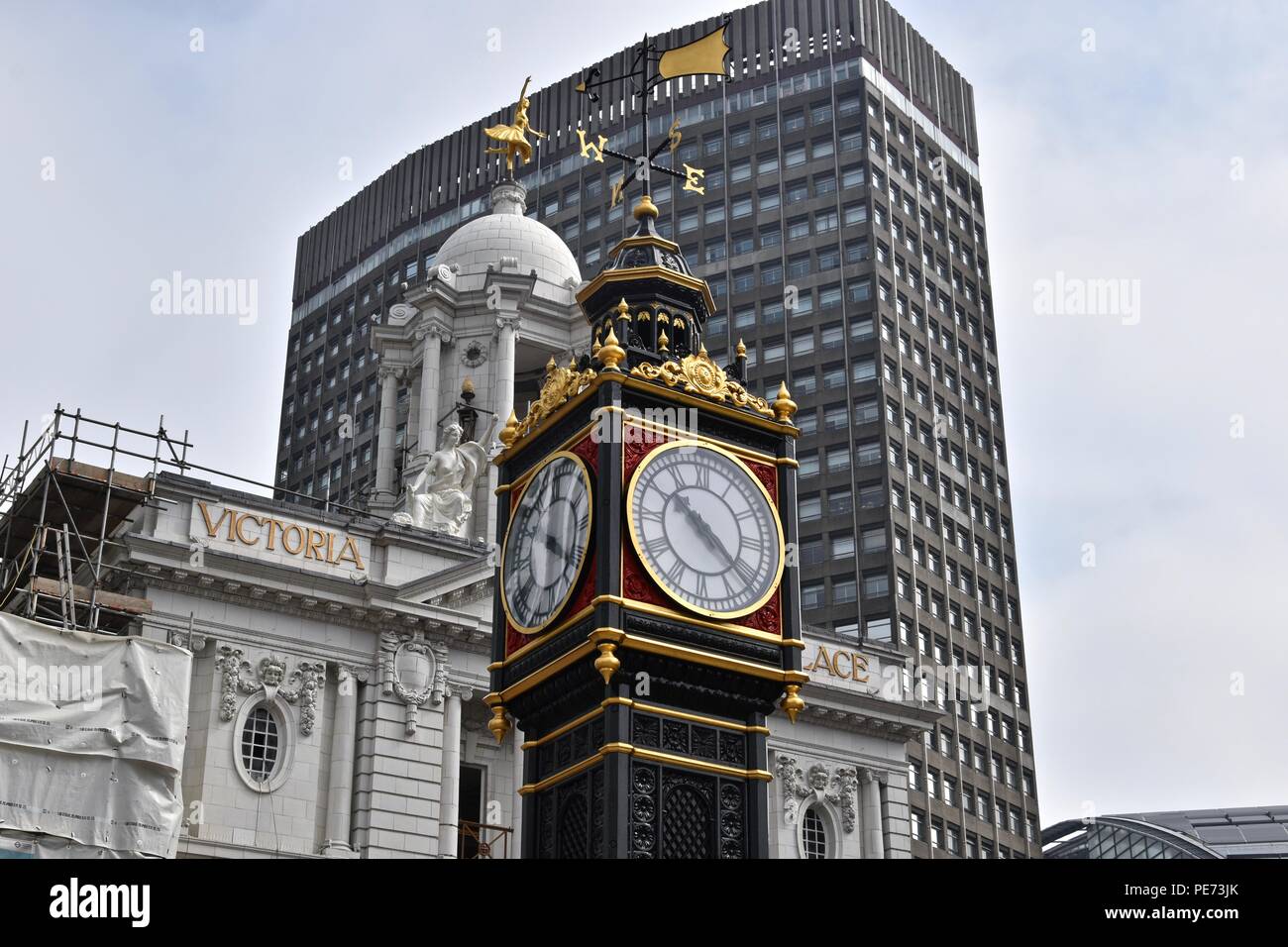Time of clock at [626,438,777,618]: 10:22
